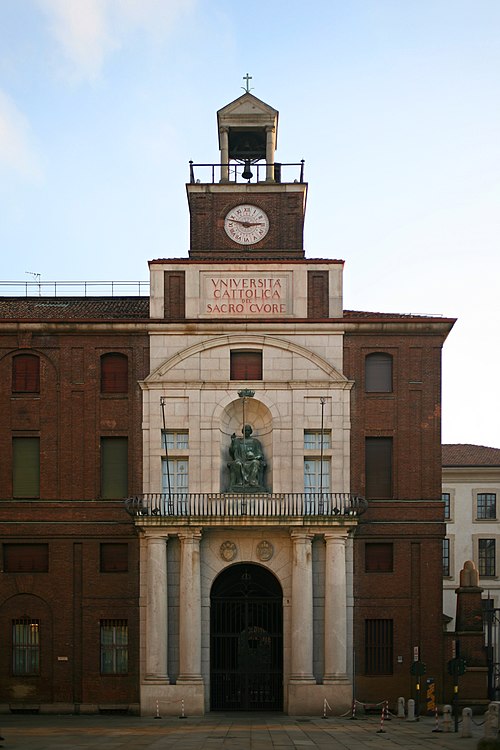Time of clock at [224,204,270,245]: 2:47
